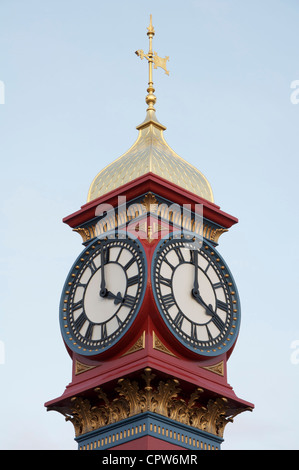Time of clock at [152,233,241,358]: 4:00
